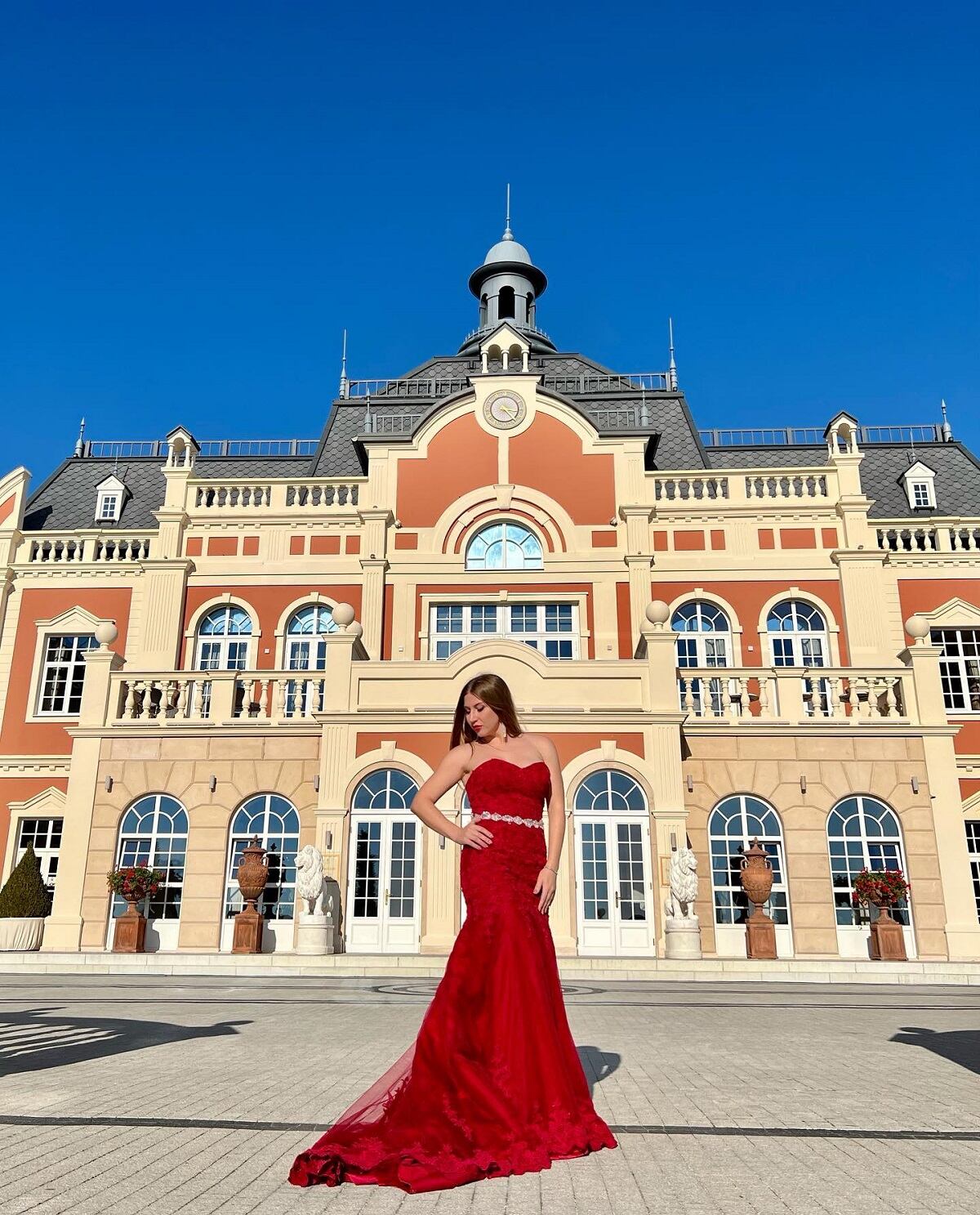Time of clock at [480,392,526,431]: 3:23
